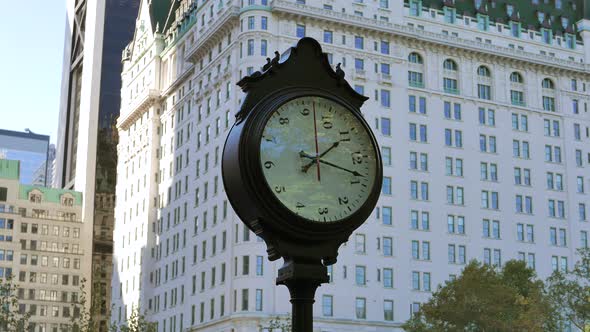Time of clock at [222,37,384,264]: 2:18
